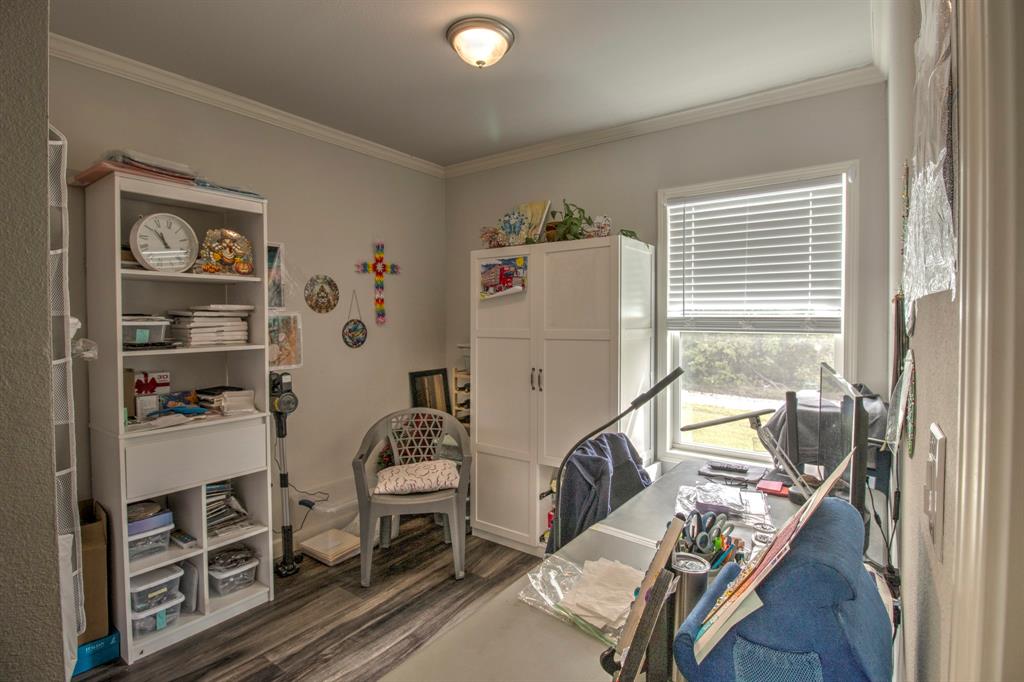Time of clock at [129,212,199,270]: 10:51
